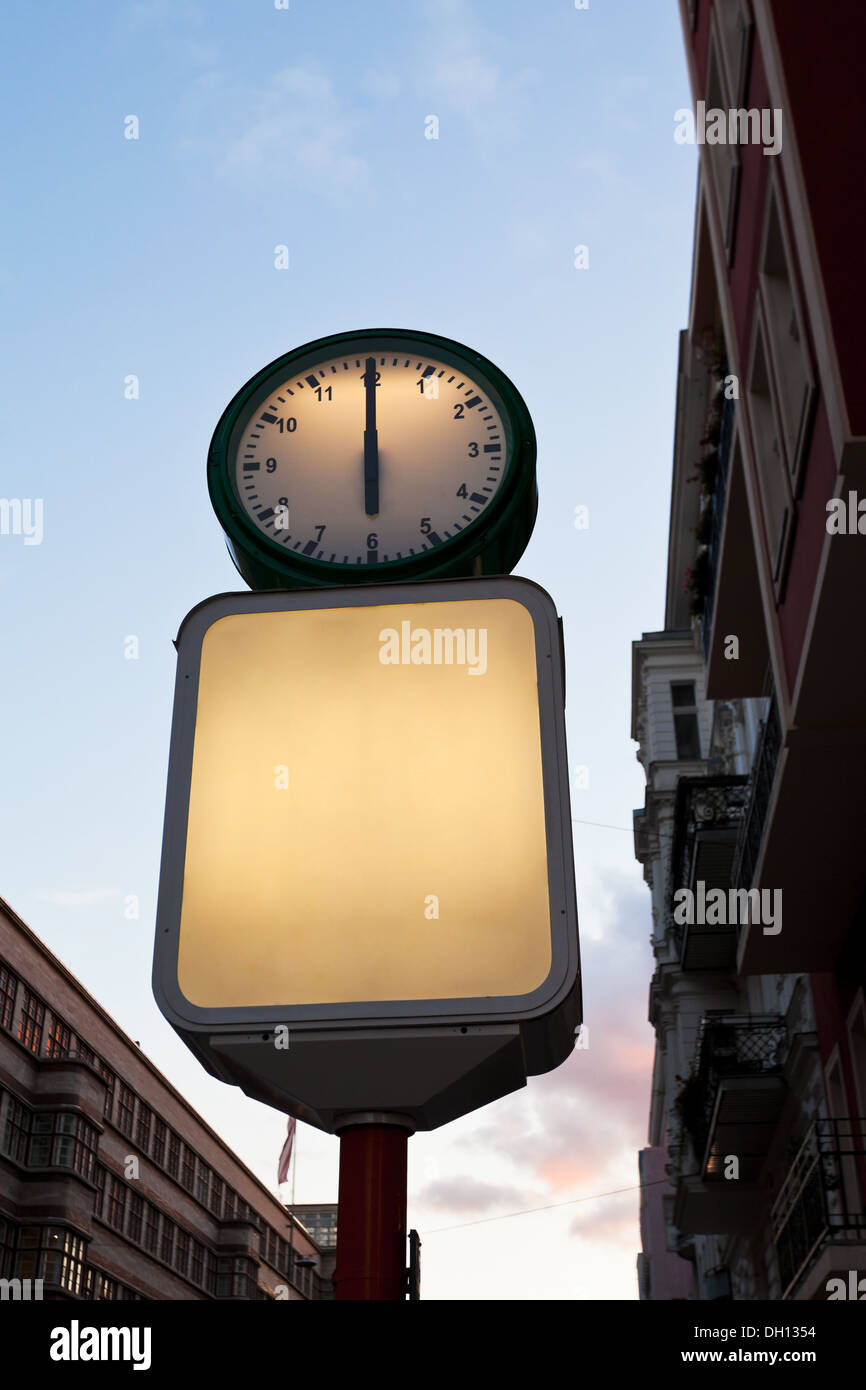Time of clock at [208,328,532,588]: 5:59
